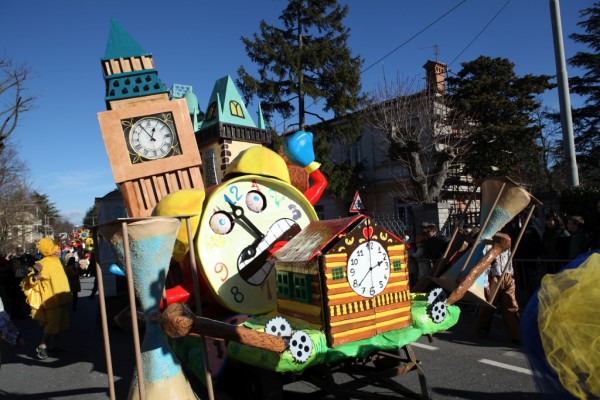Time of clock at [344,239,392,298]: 2:38
